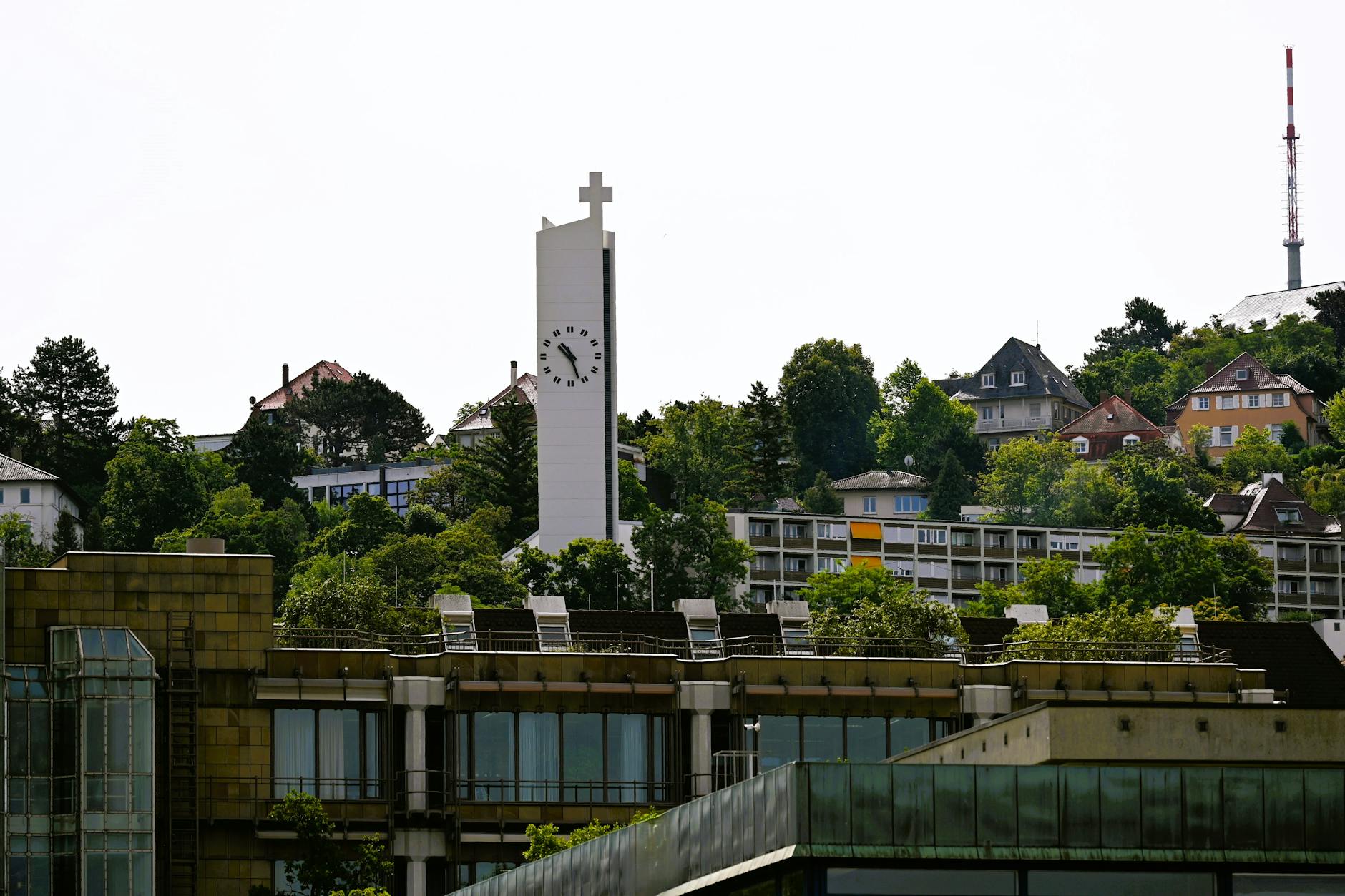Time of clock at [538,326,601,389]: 10:26
